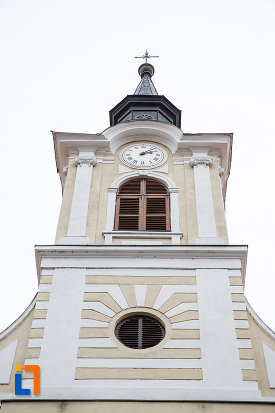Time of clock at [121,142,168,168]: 2:07
